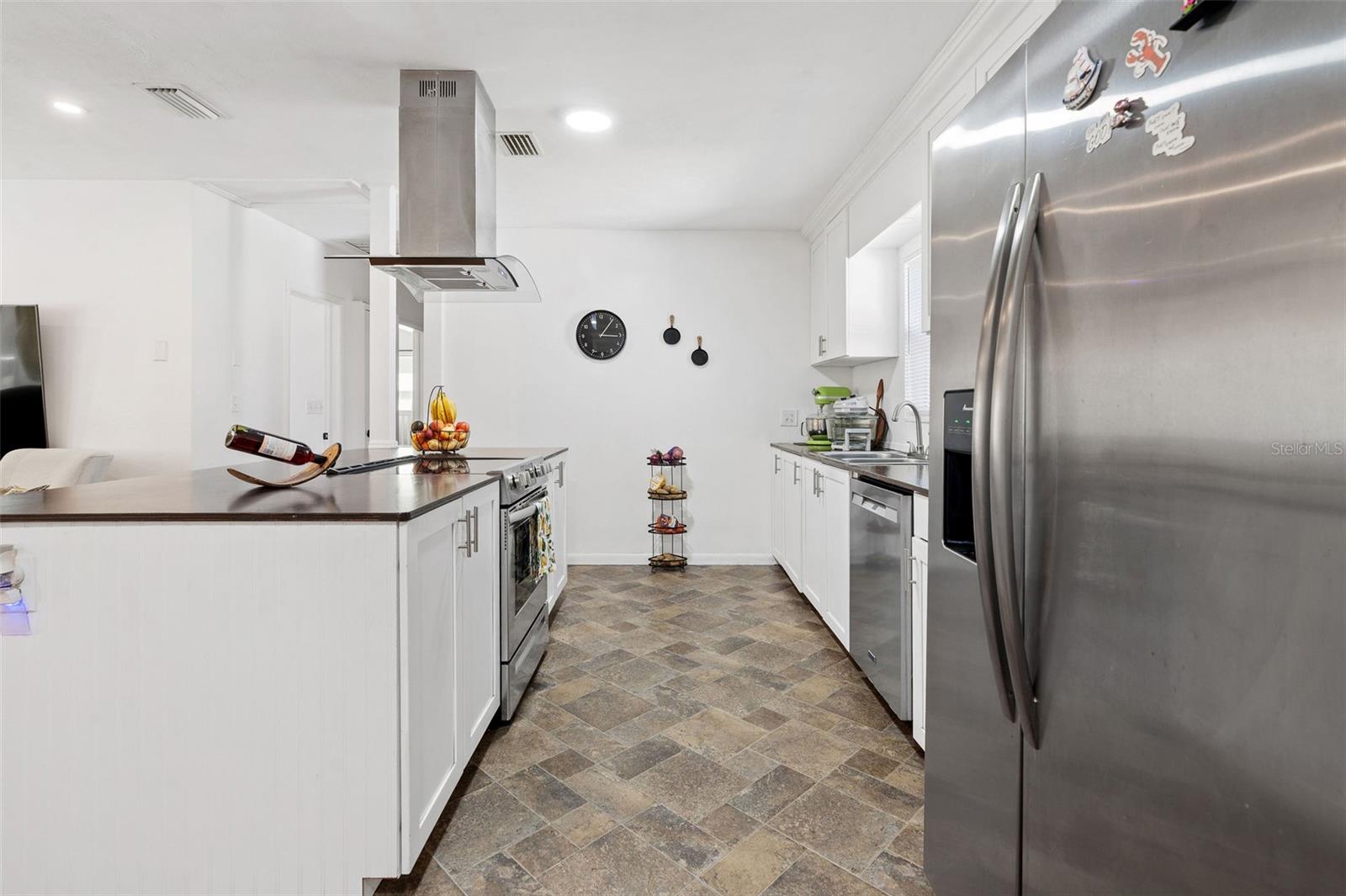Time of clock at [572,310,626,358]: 3:06
